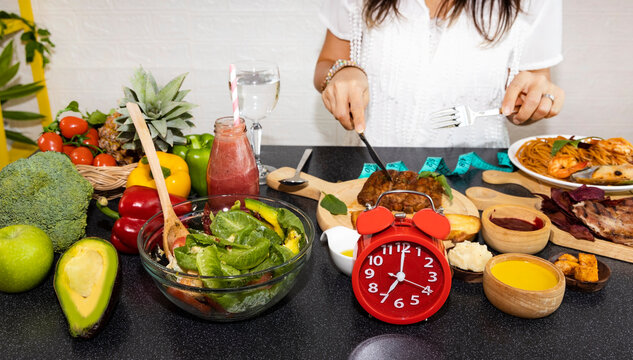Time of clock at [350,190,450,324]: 7:00
